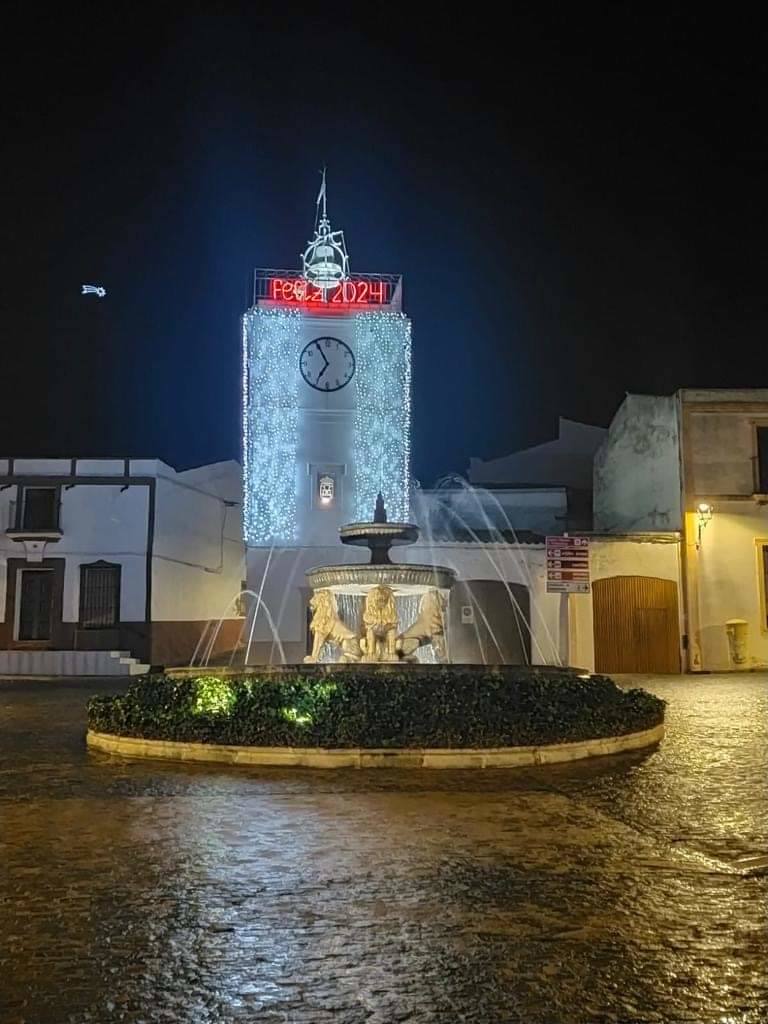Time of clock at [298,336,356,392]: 6:55
